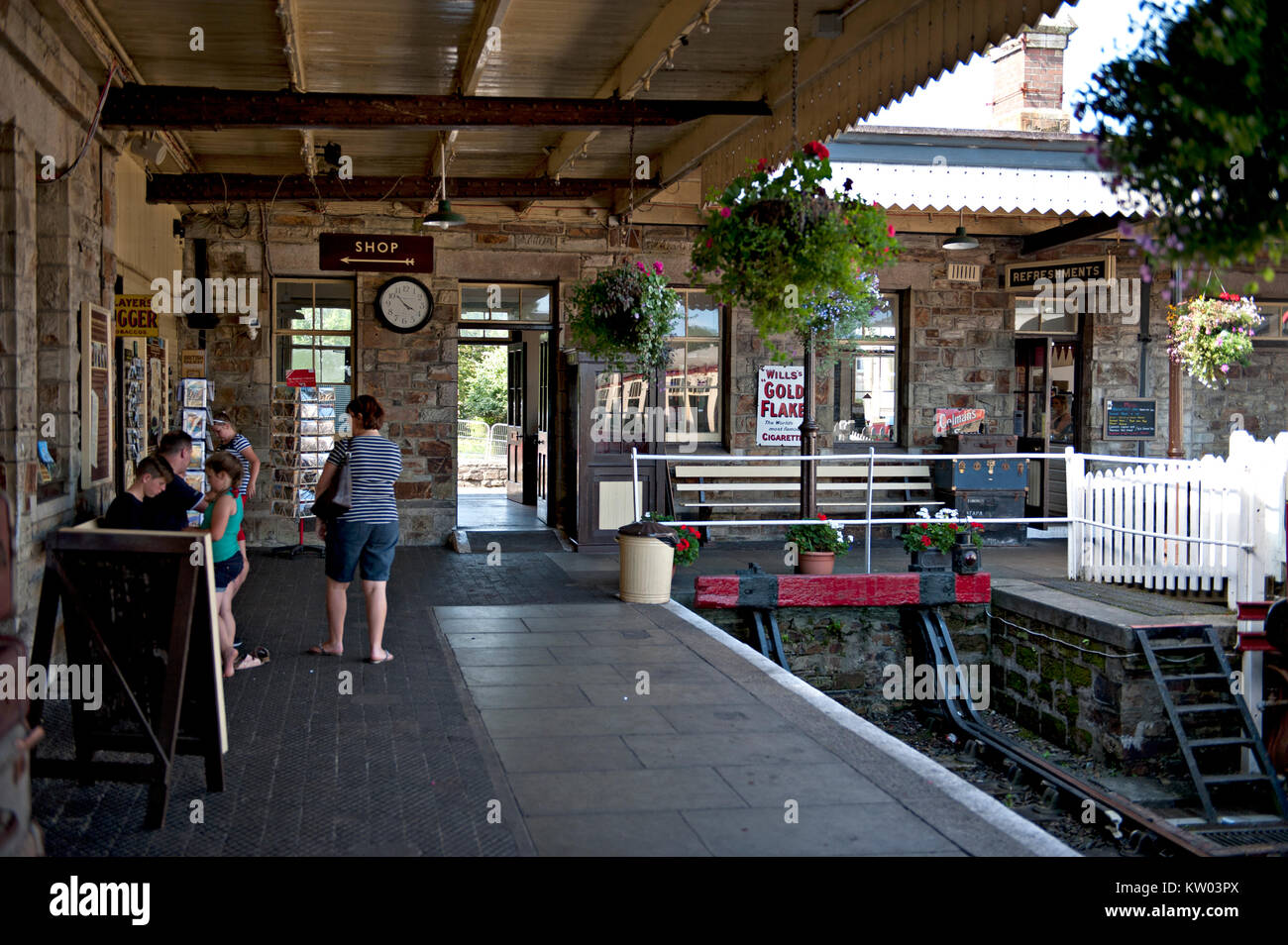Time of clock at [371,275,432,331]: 3:52
